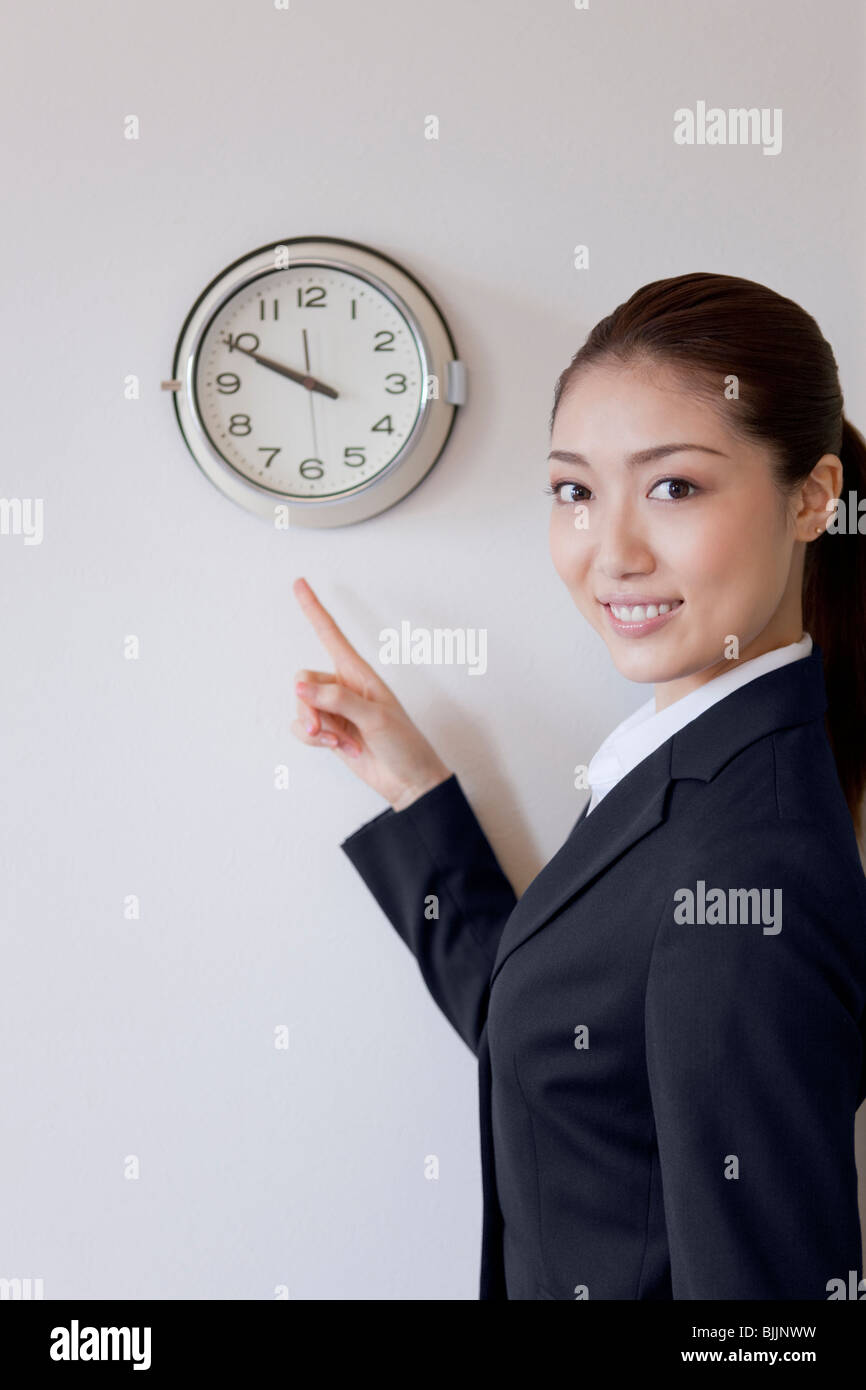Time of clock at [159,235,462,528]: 9:49
